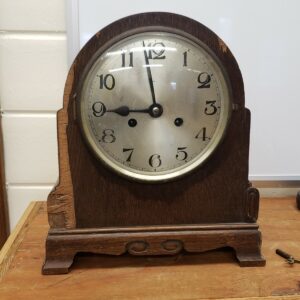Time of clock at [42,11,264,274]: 8:58
